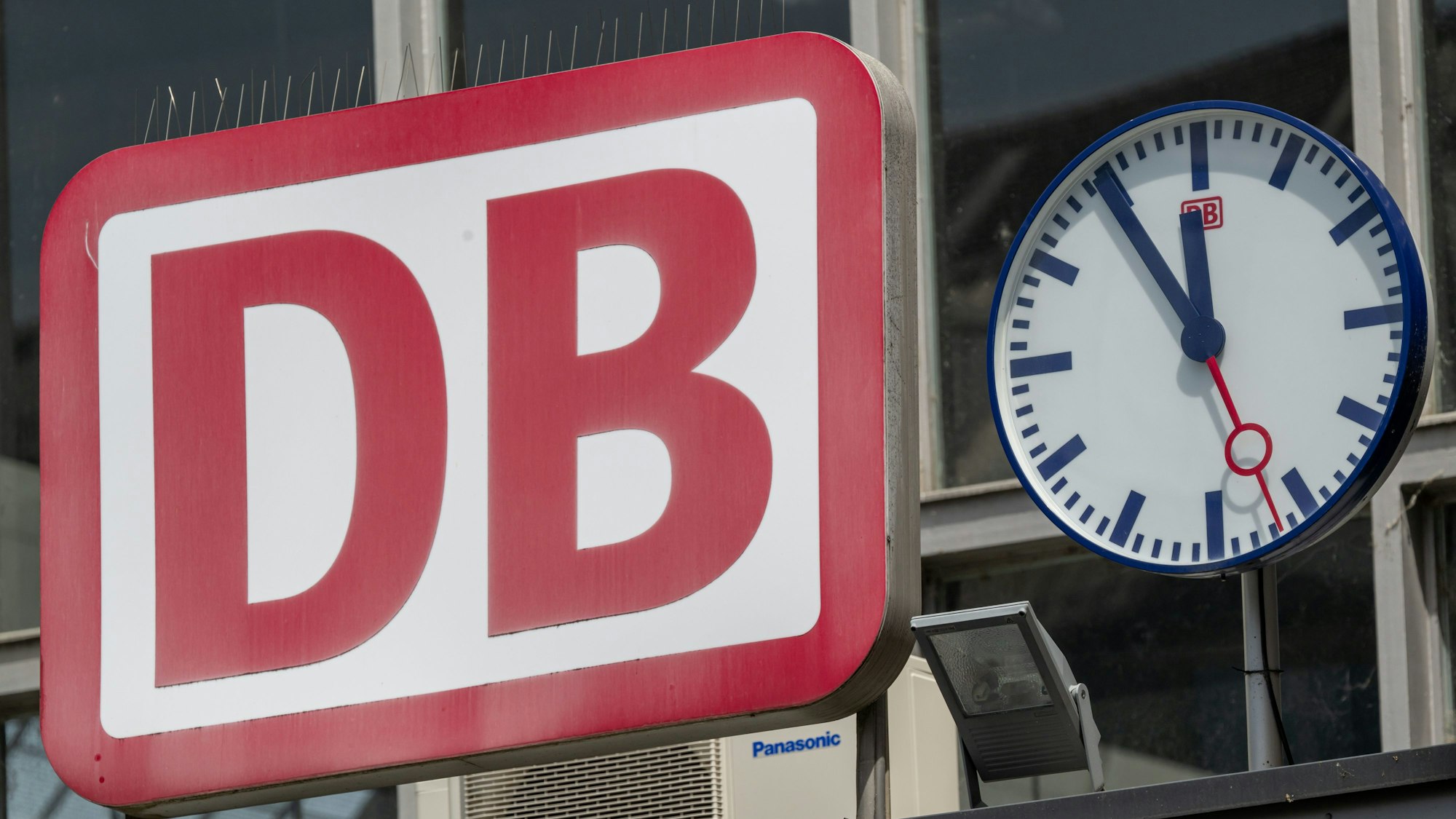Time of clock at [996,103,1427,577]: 11:54
